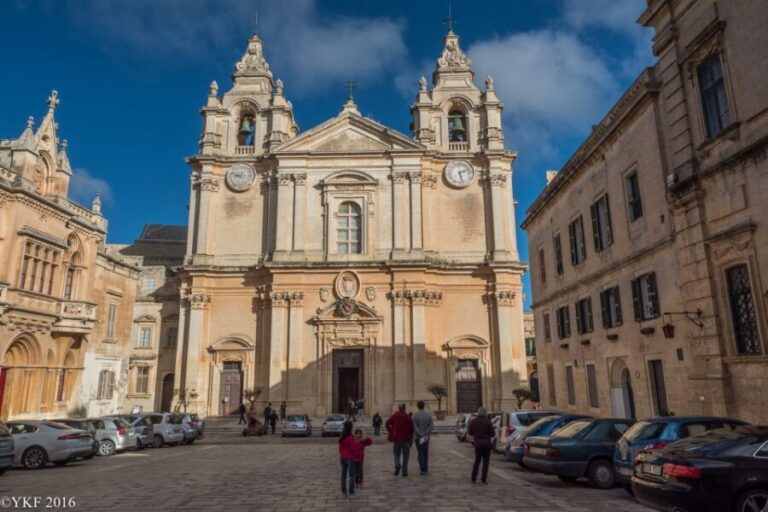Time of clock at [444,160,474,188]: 2:27
